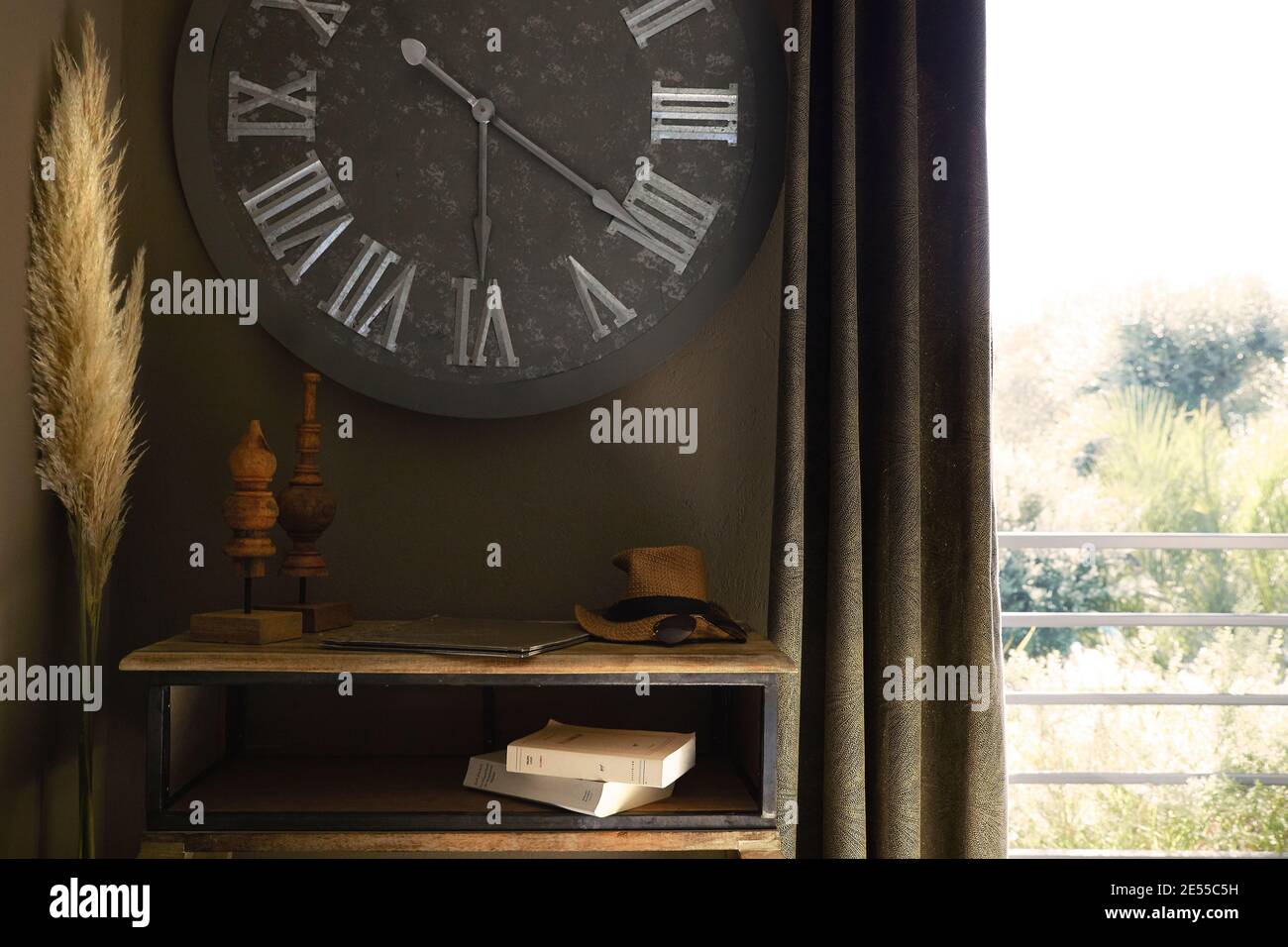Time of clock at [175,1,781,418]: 10:20
